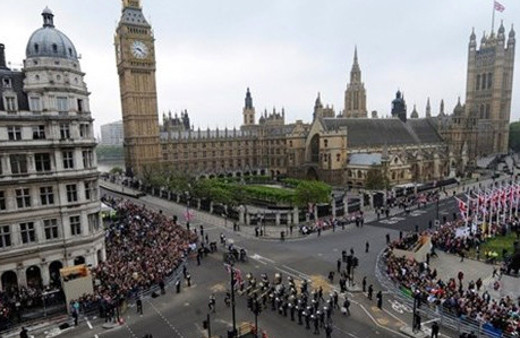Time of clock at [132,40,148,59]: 9:22
